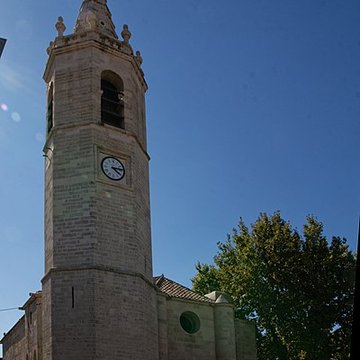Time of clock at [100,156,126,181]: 4:13
